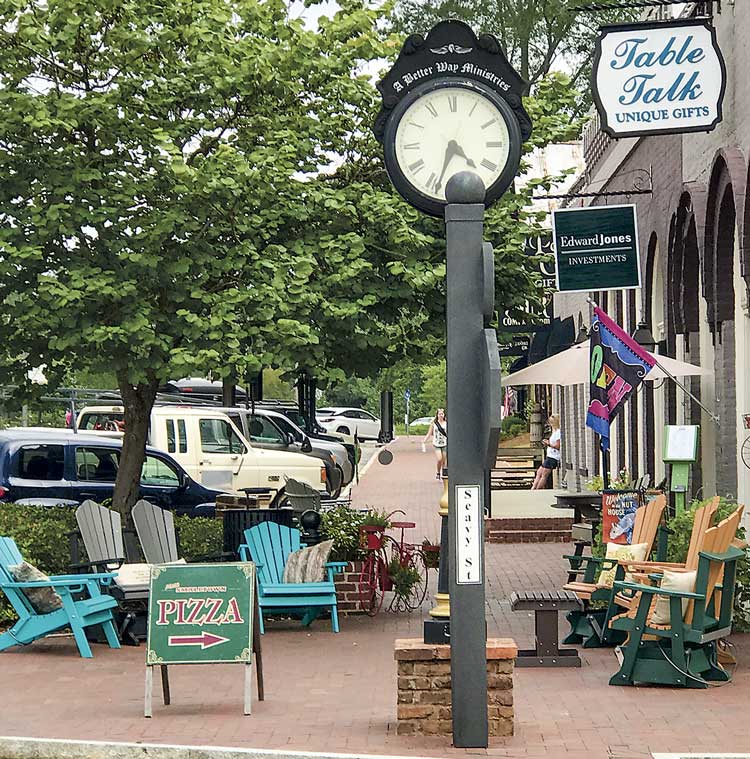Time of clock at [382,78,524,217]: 4:33
